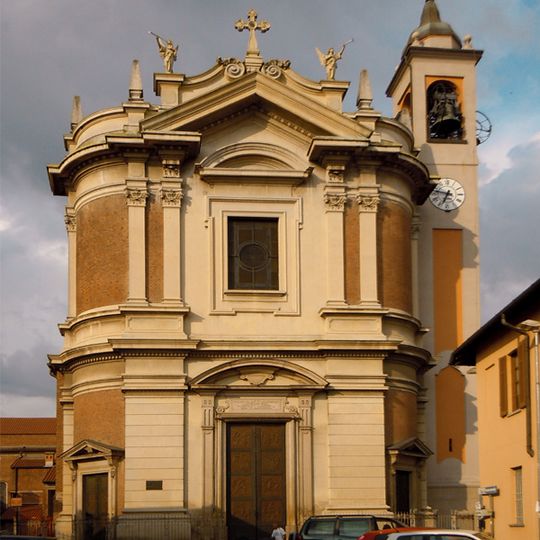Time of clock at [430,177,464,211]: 6:47
